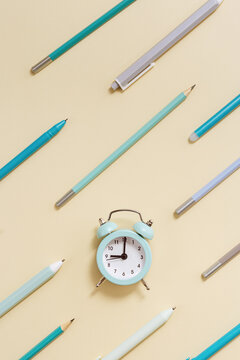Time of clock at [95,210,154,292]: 9:00
